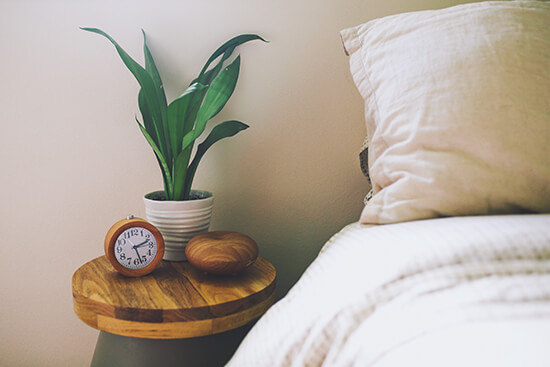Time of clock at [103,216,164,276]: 2:27
